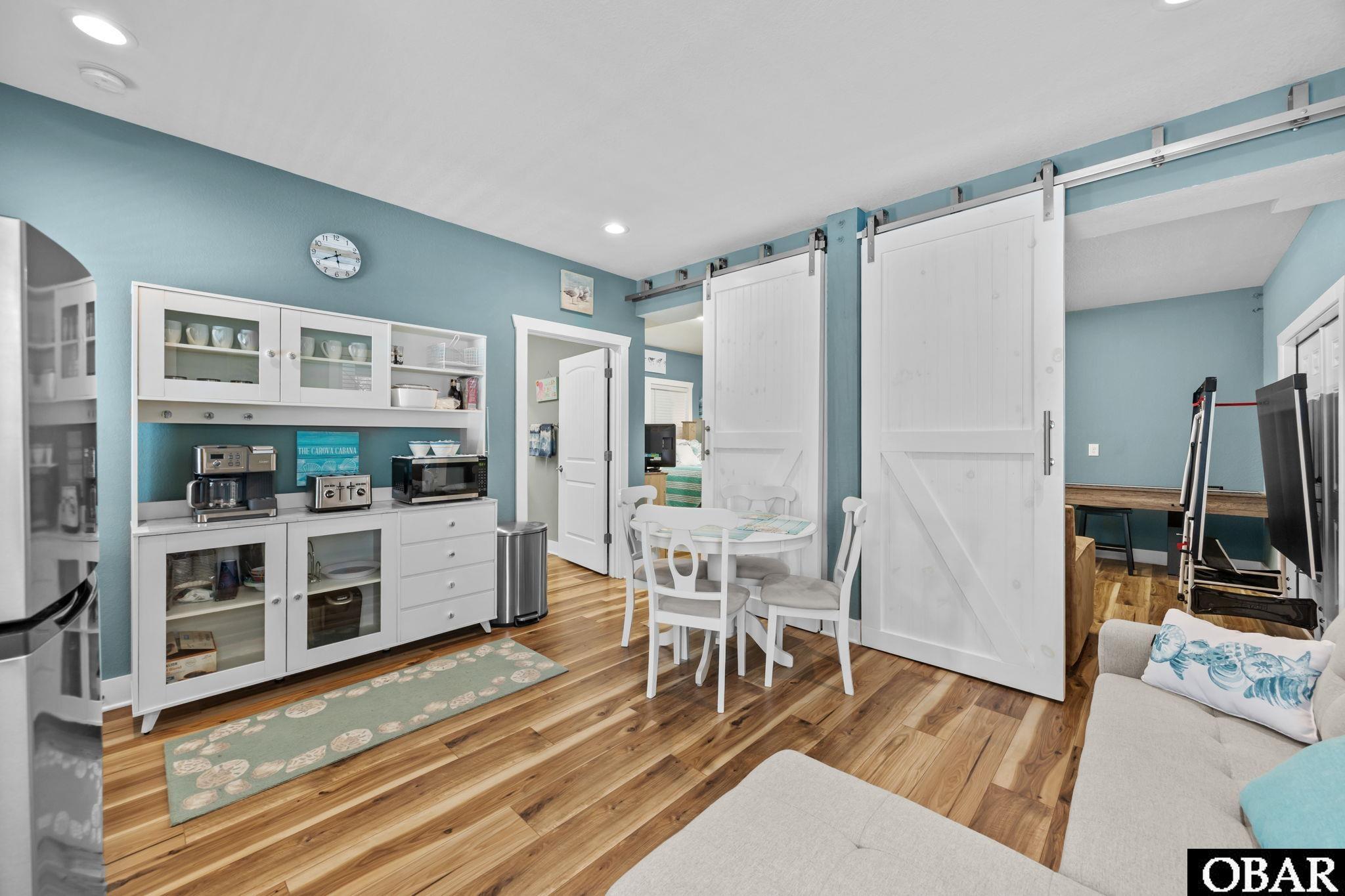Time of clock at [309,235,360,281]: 5:40
